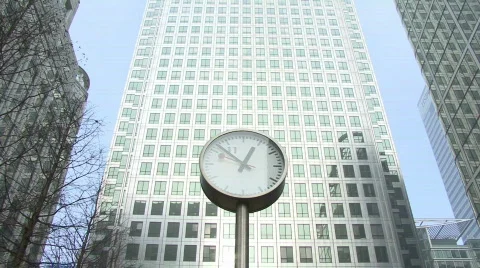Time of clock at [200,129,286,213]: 12:52
